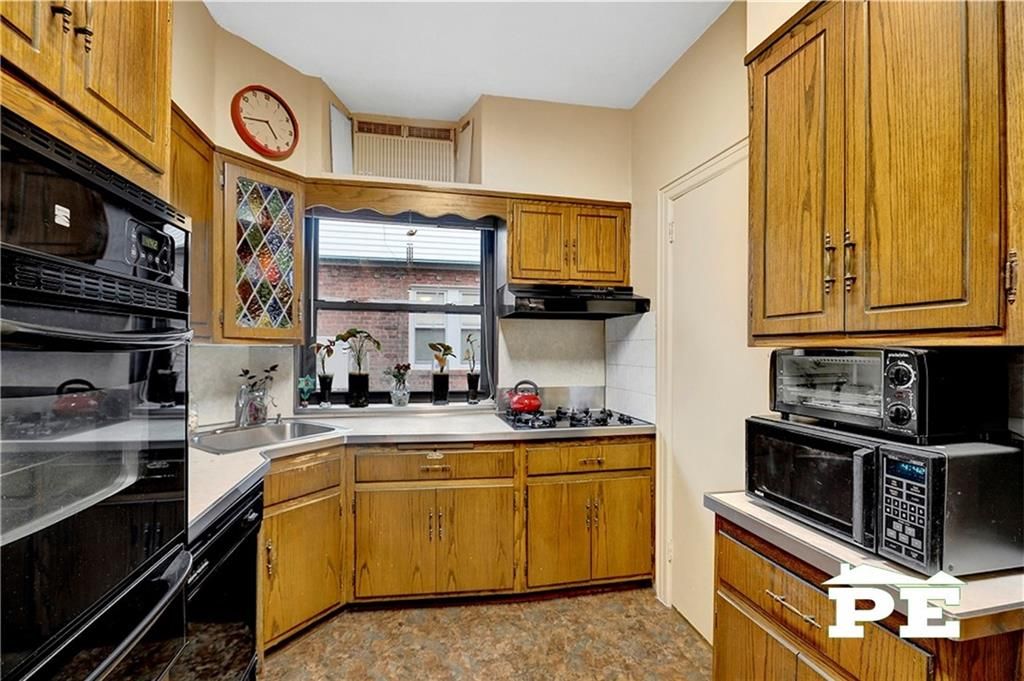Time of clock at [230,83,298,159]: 4:42
